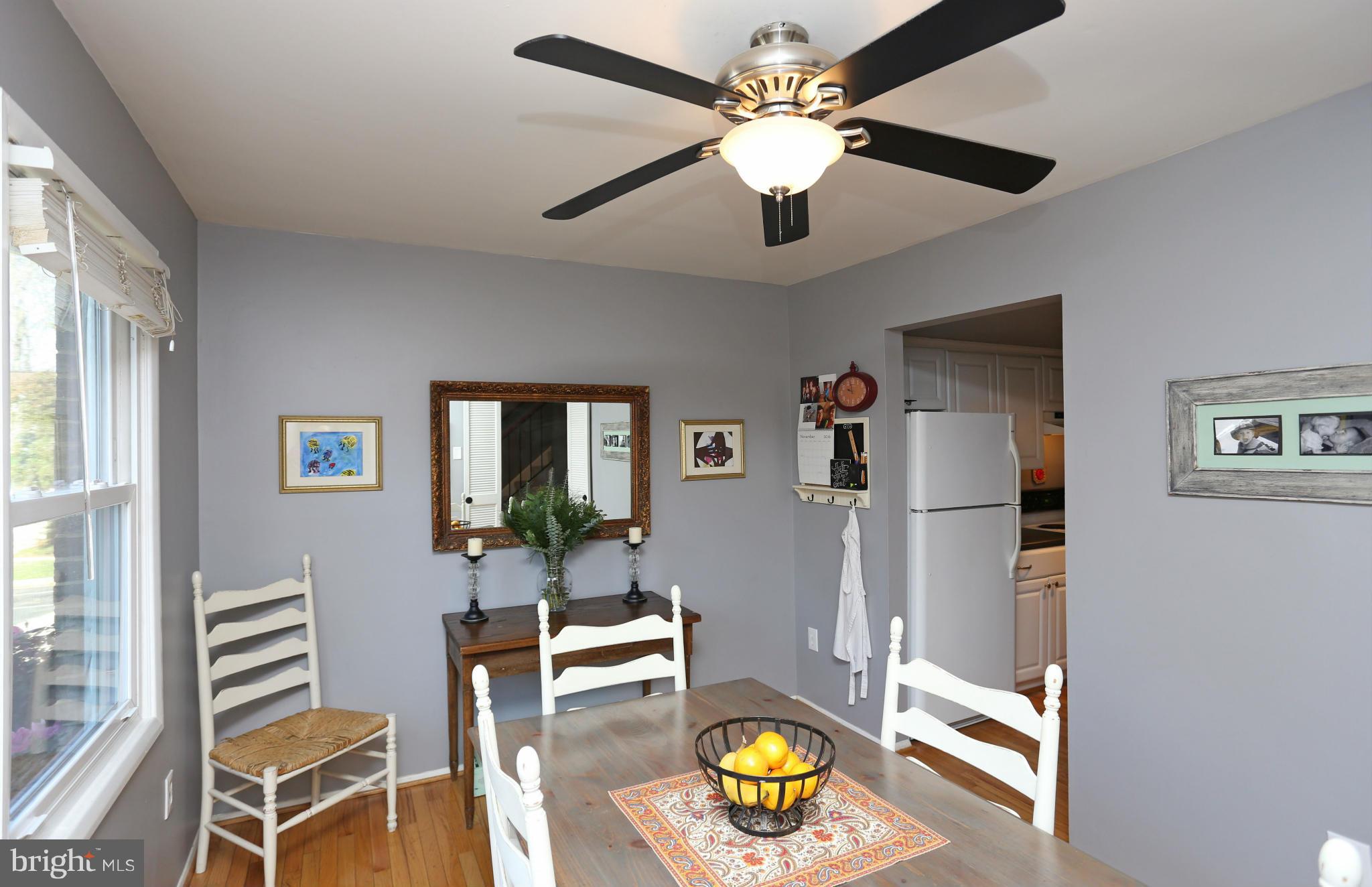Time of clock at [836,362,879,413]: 9:59
